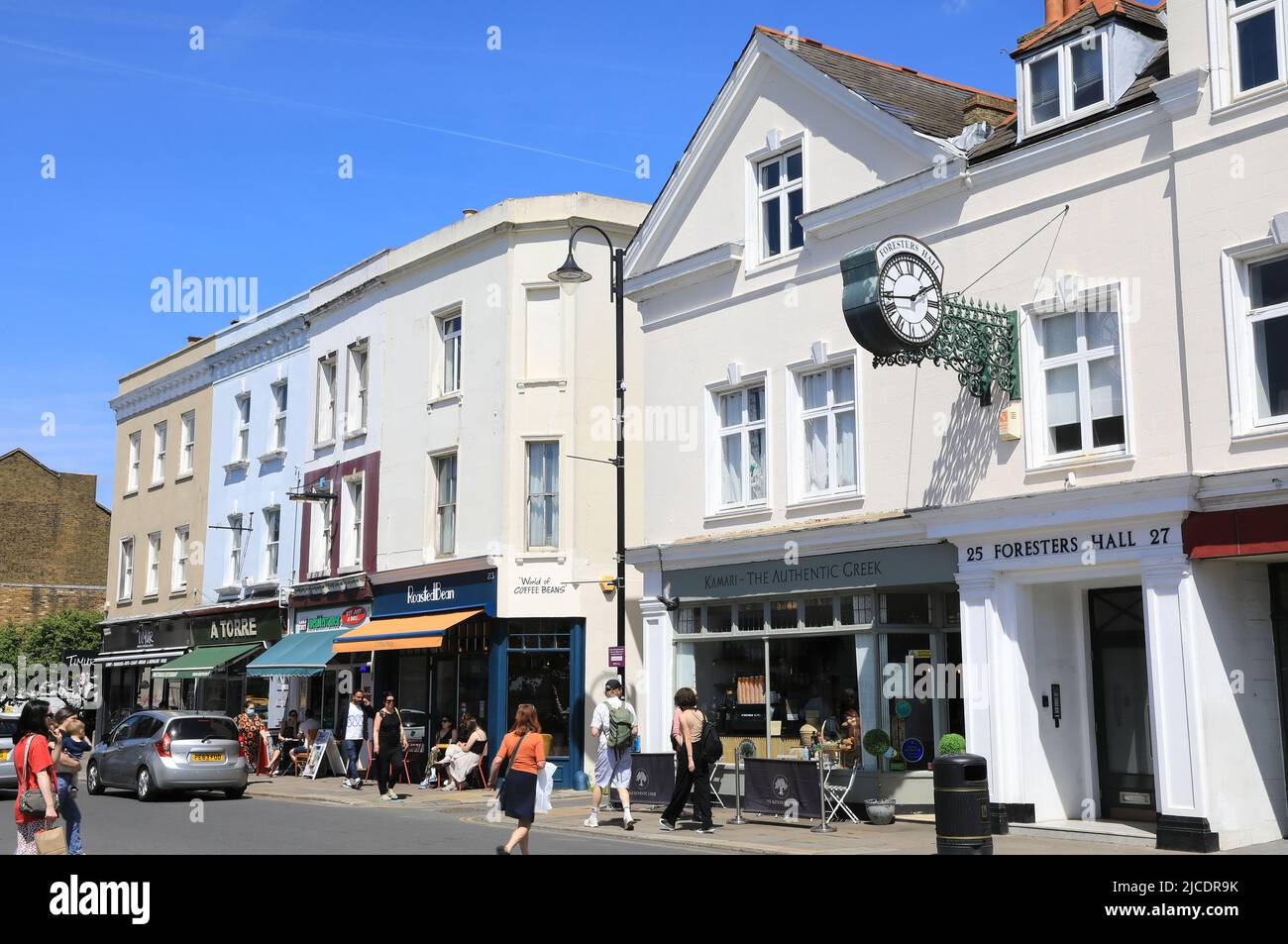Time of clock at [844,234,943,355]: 1:43
